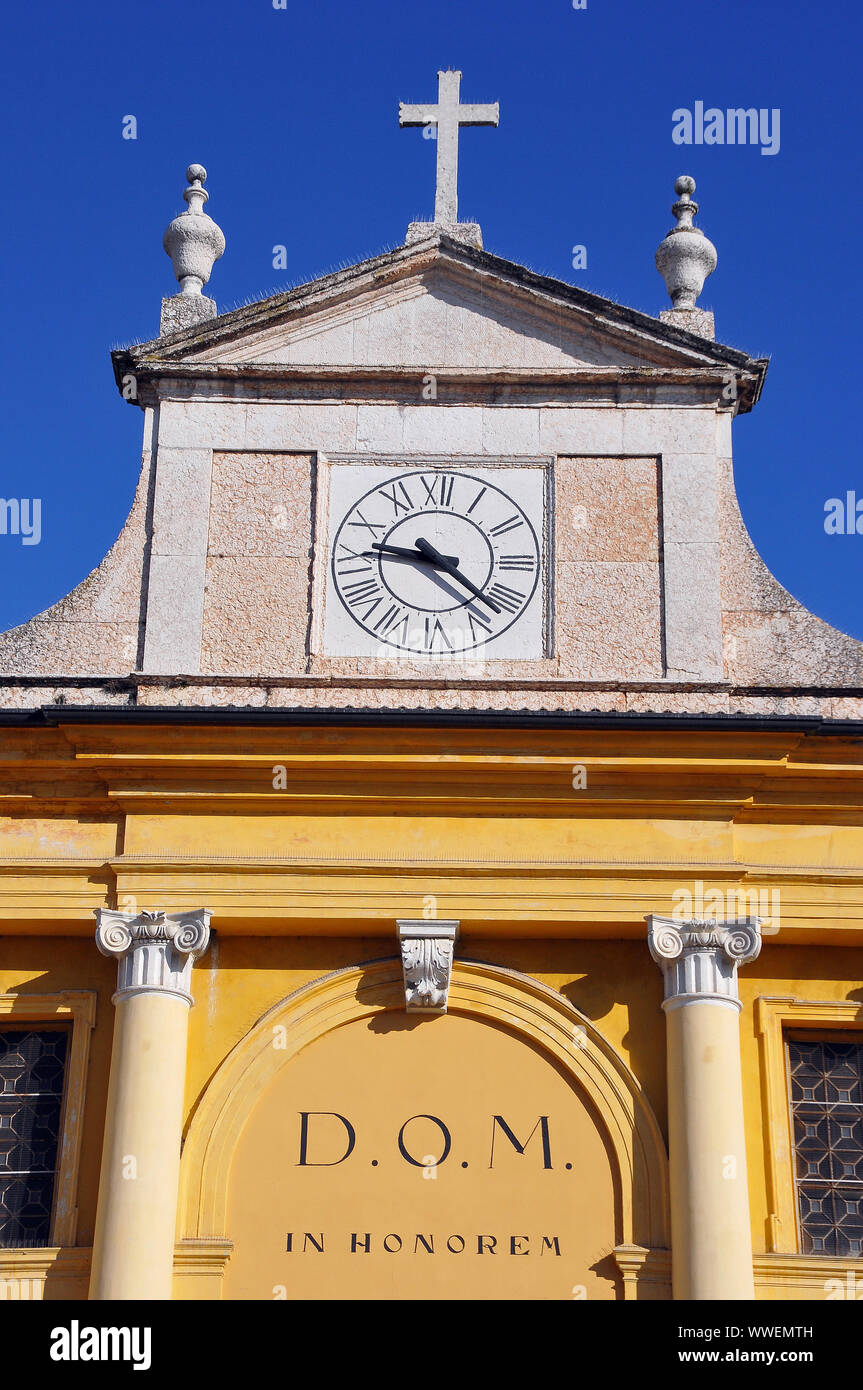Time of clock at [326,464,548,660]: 9:22
